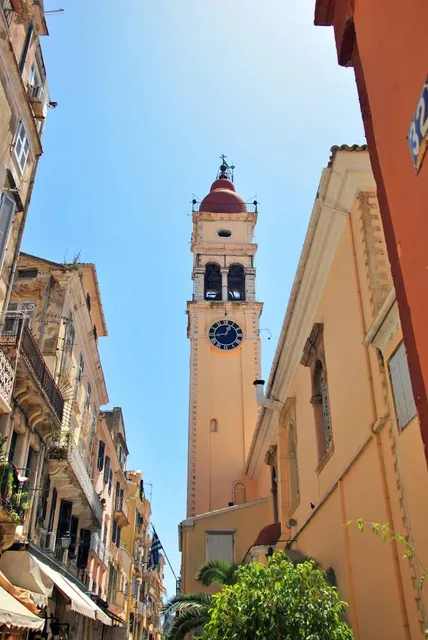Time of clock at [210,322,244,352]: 12:43
